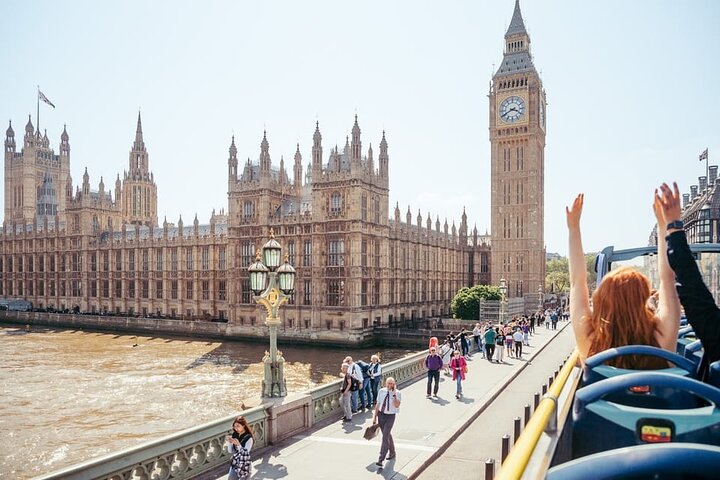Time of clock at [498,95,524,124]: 3:40
